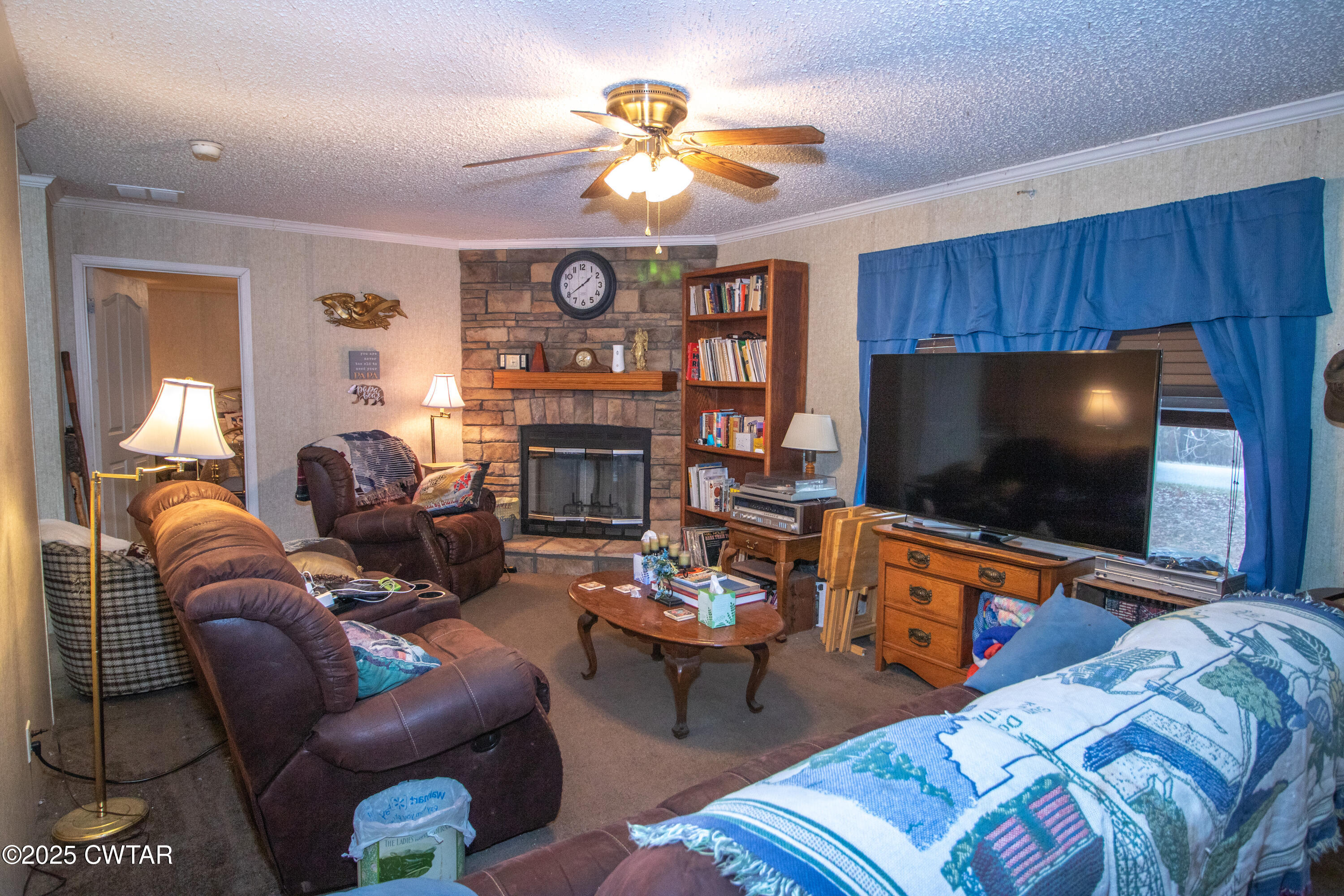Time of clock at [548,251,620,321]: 1:39
